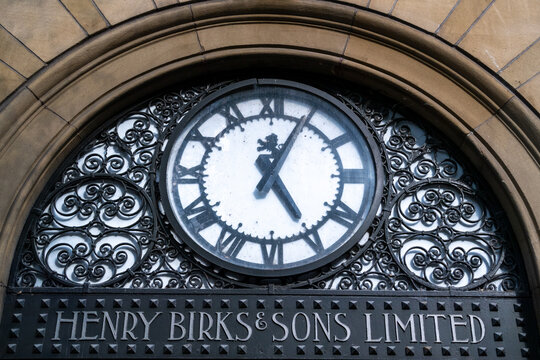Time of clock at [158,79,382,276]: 5:04
